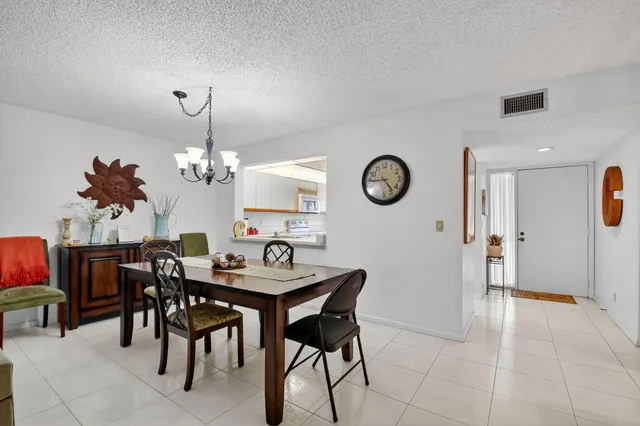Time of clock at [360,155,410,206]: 4:44
